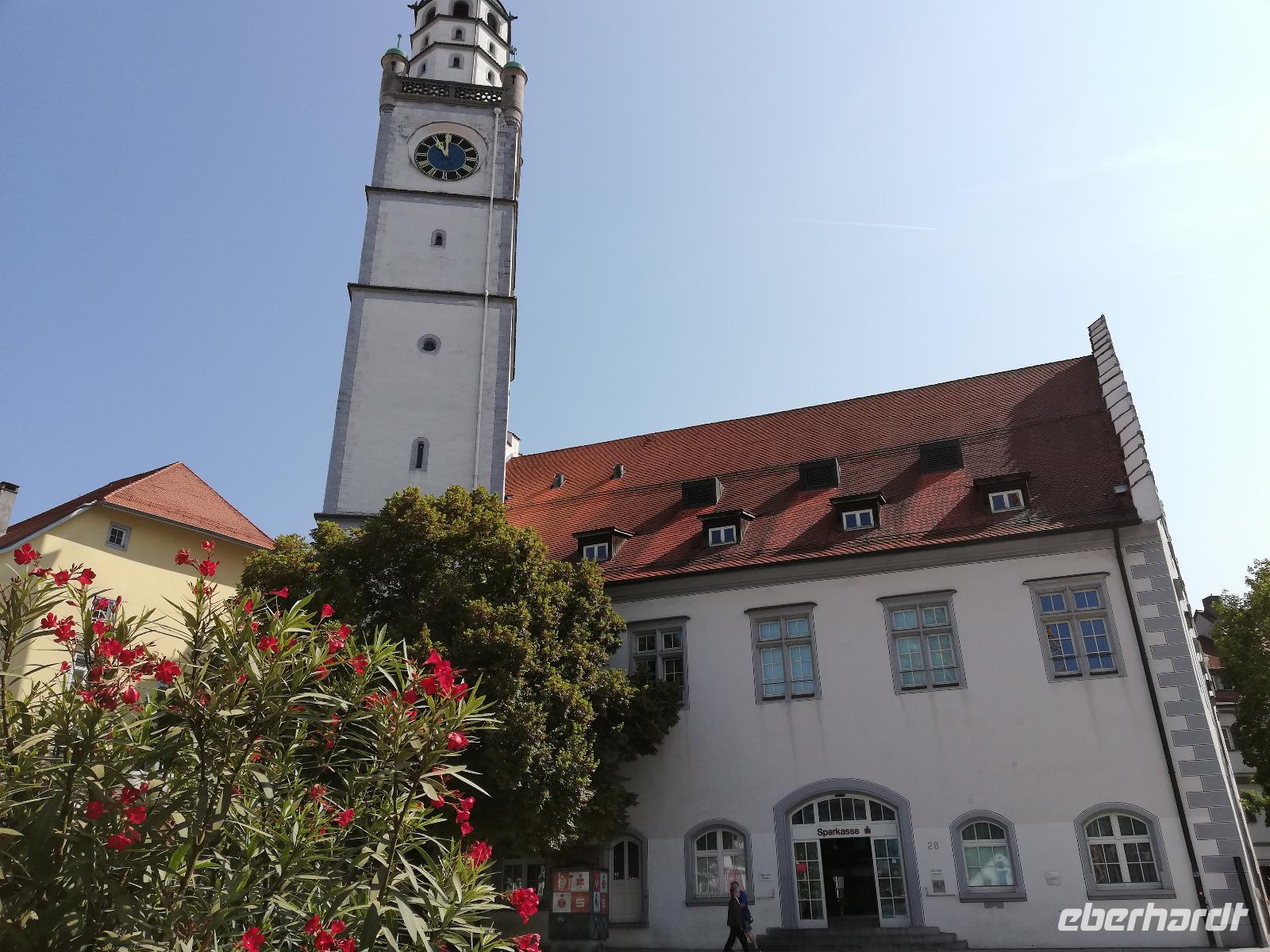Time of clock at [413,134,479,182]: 10:59
